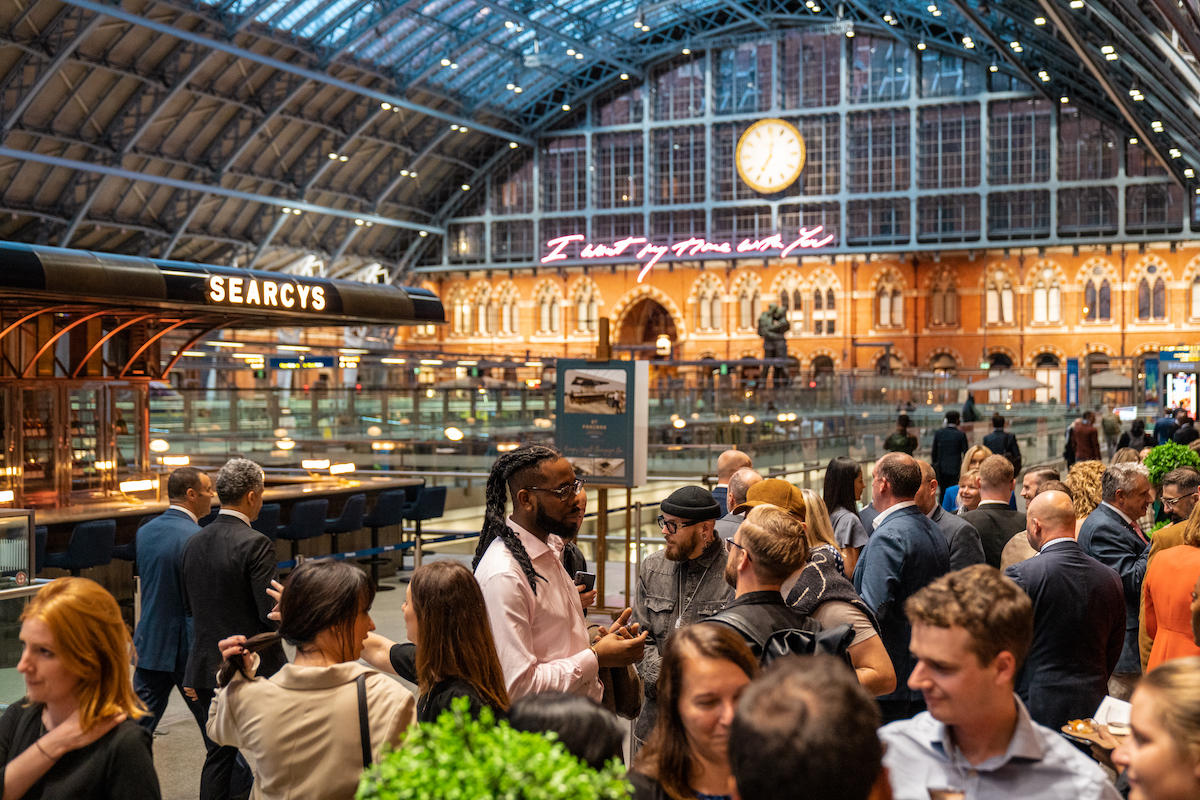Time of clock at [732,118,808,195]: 7:01
